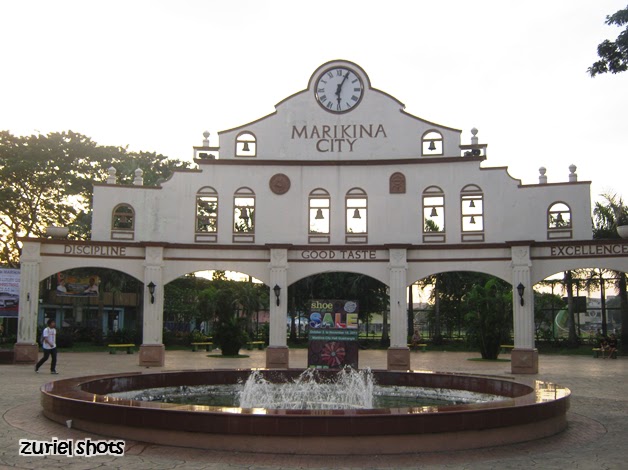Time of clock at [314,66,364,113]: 6:04
